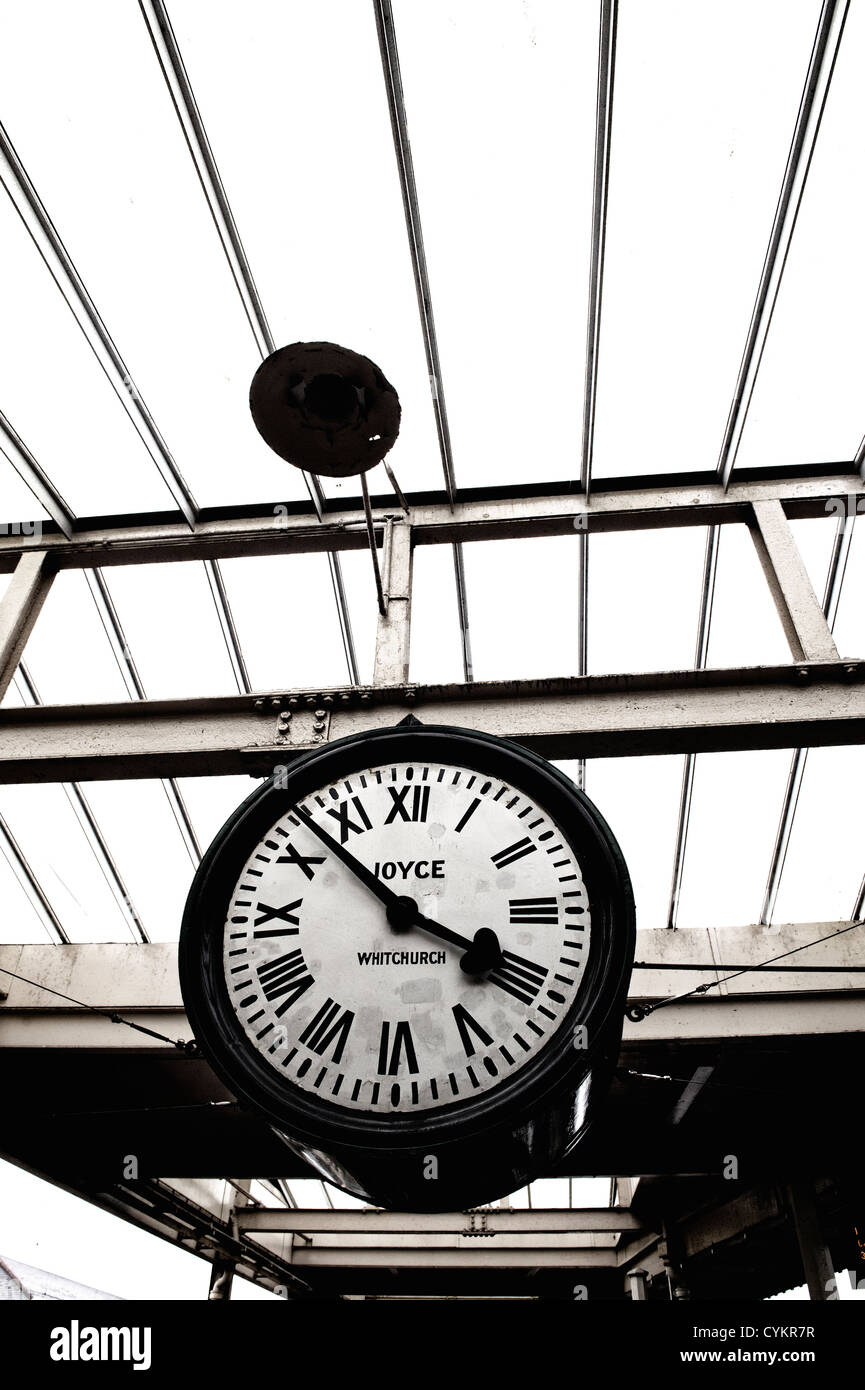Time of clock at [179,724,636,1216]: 3:52
